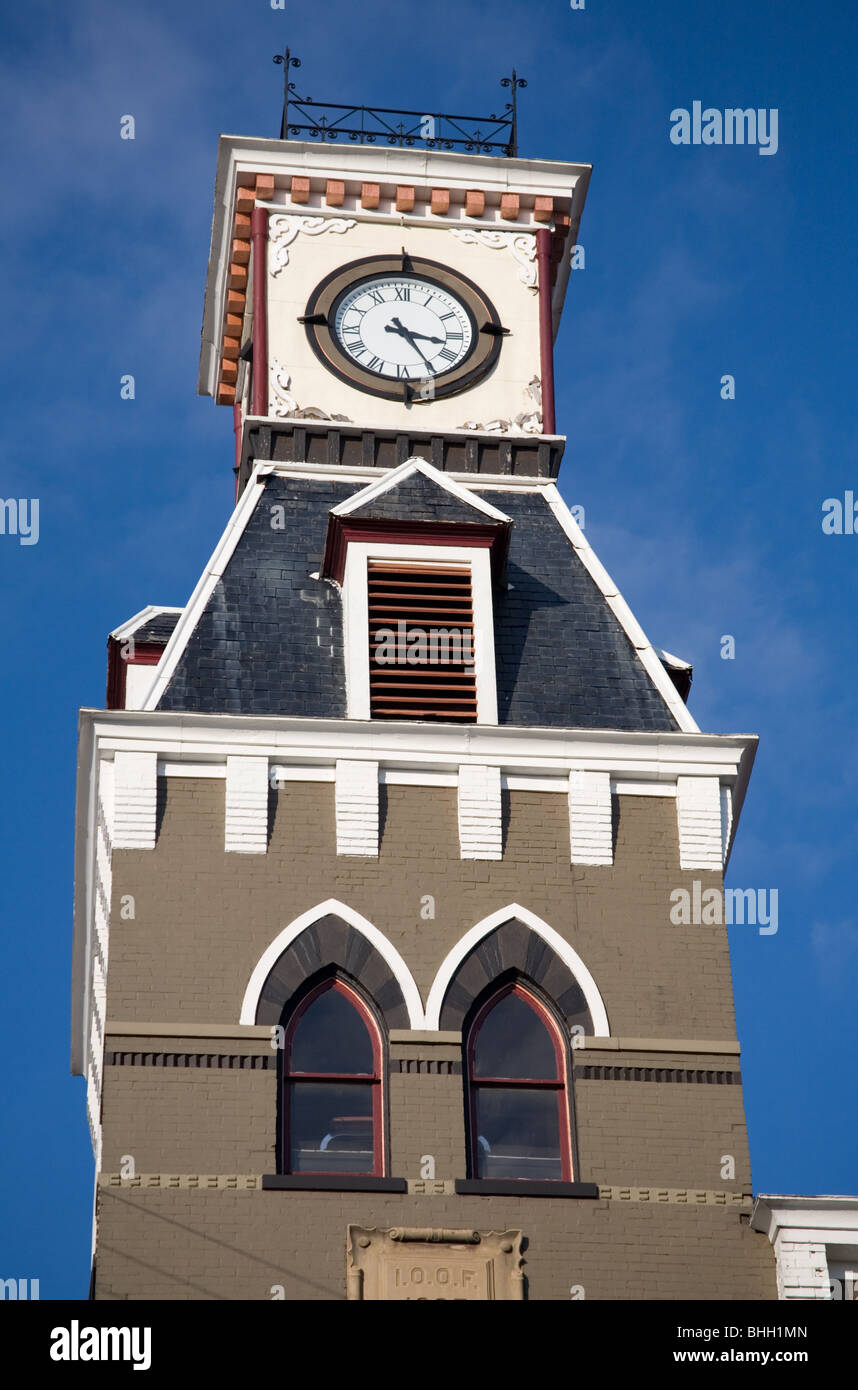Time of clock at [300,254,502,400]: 3:24
